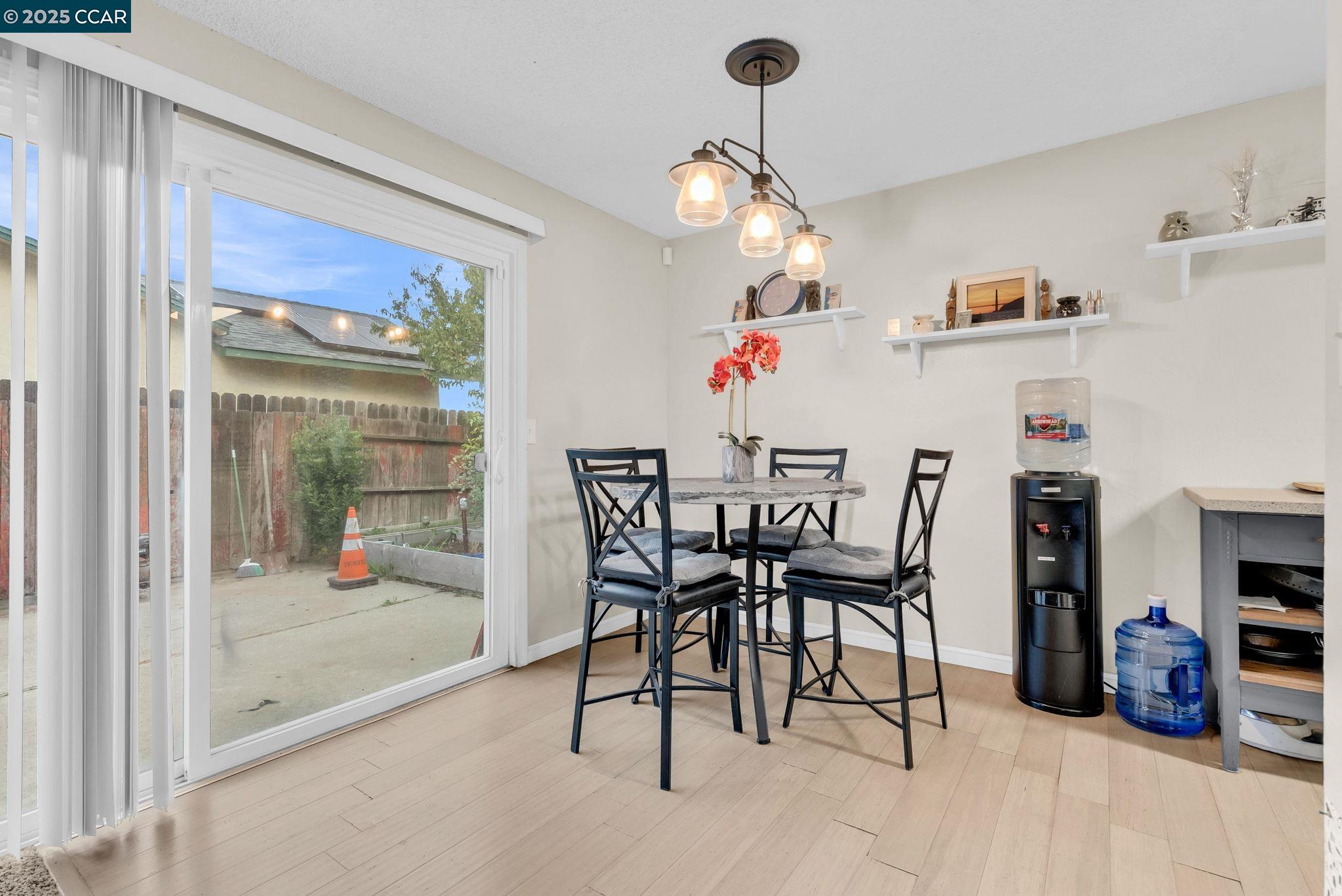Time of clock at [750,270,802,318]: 11:44
